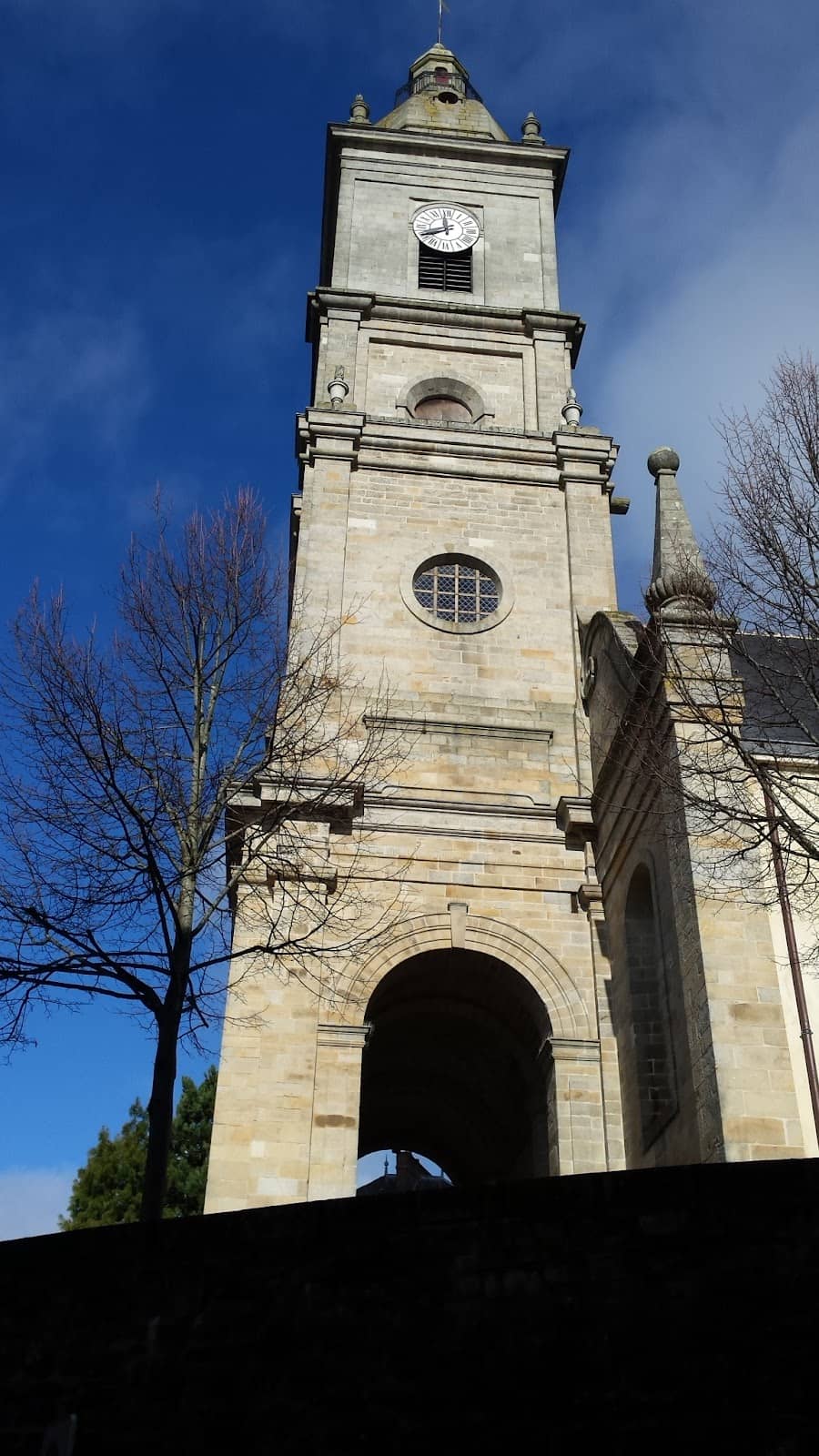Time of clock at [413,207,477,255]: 11:40
